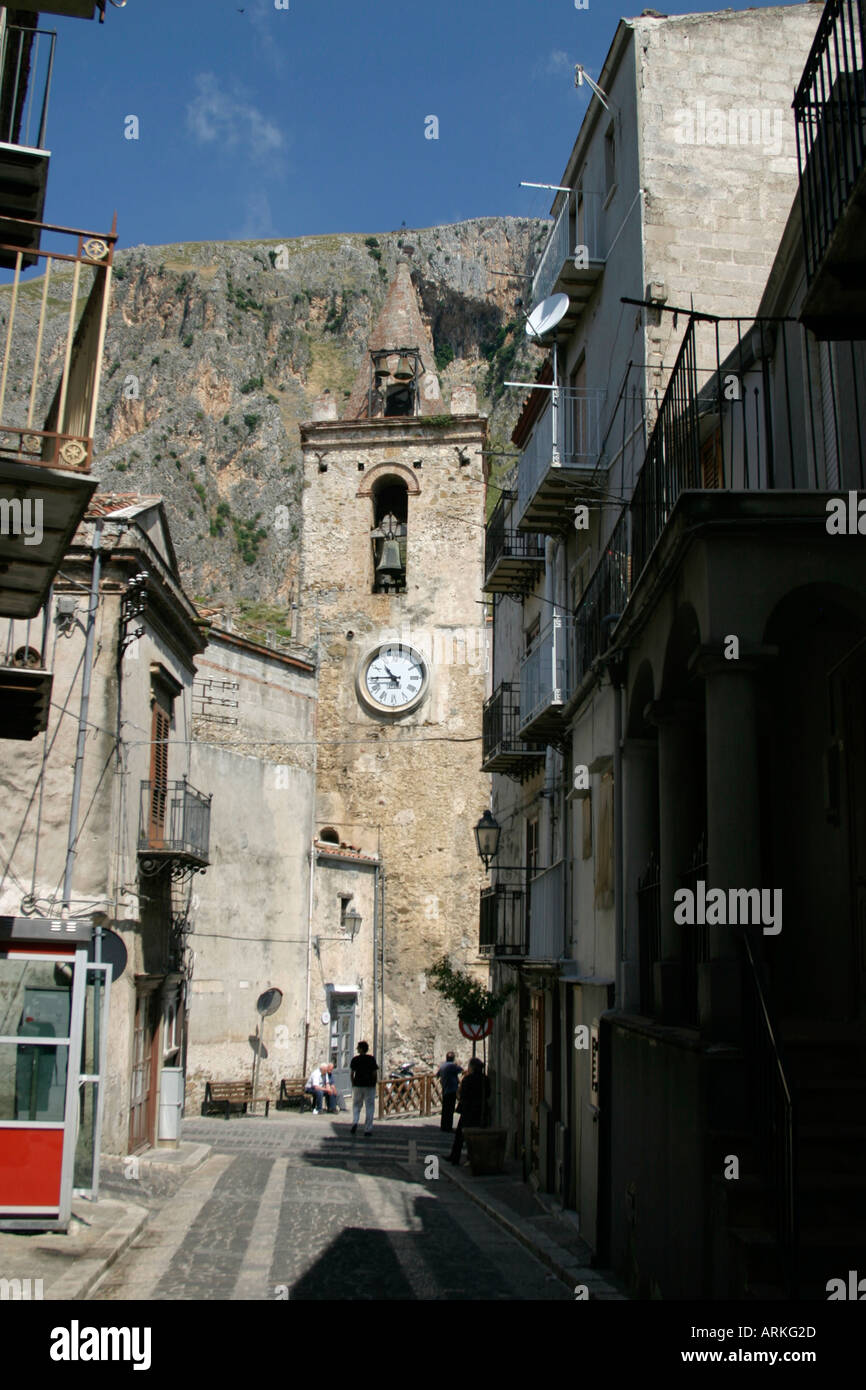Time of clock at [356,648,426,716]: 10:45
